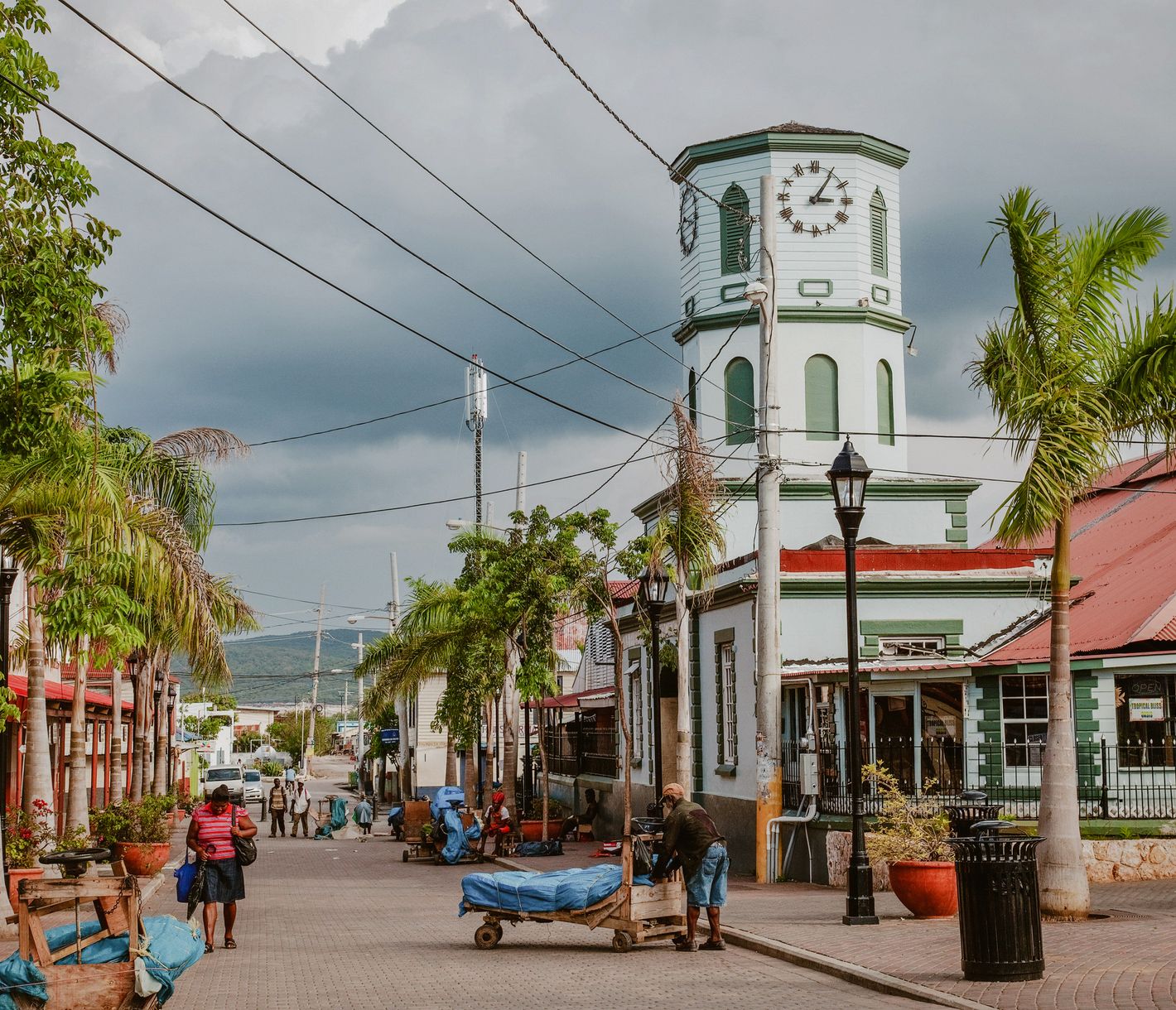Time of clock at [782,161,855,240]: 3:05
